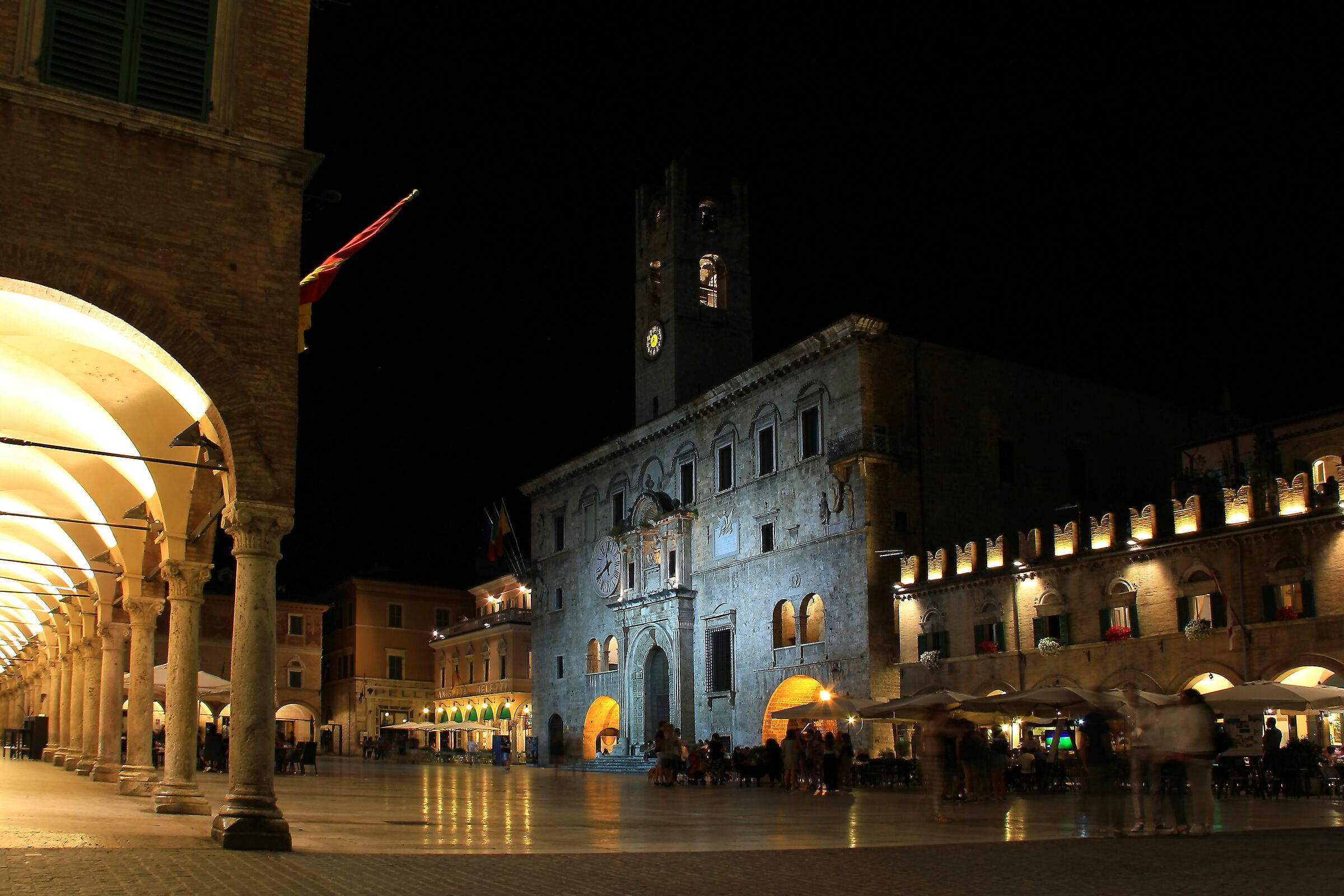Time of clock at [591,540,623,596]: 11:40
